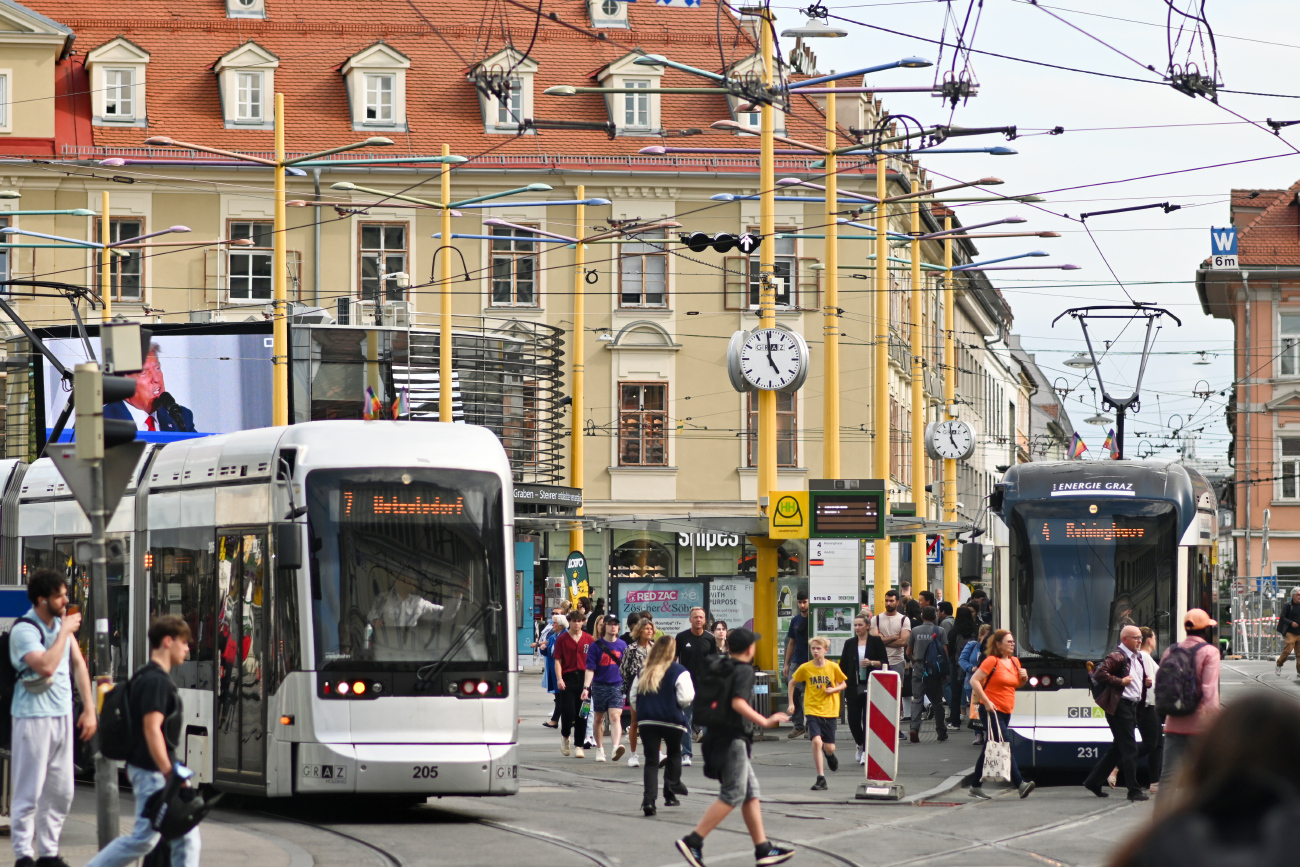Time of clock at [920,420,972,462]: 4:59
